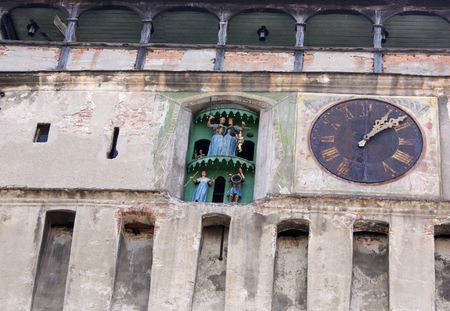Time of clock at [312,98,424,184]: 1:08
